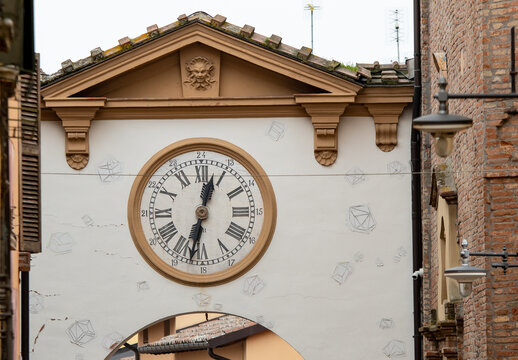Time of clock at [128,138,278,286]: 12:32
